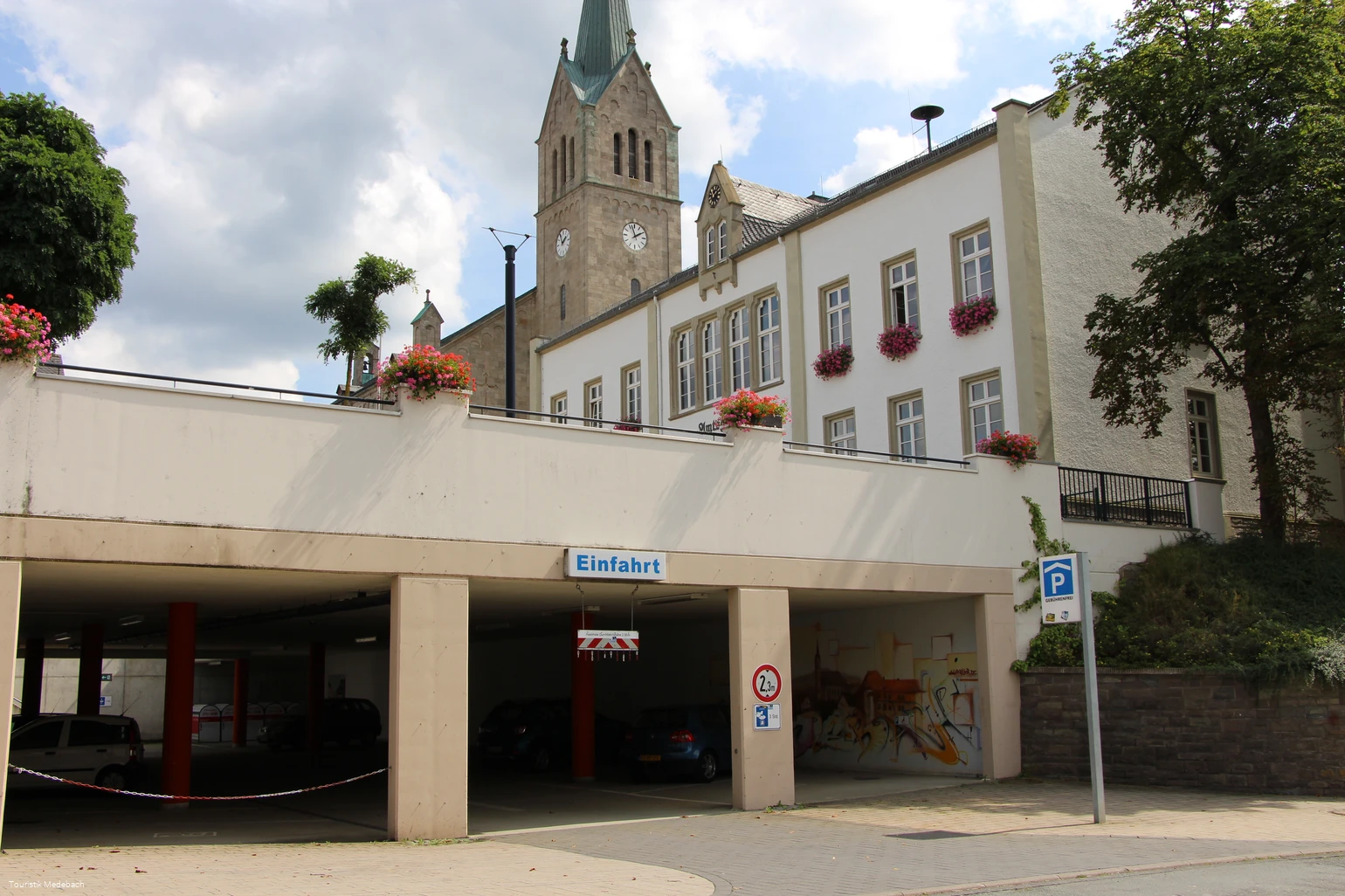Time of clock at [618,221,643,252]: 1:57
